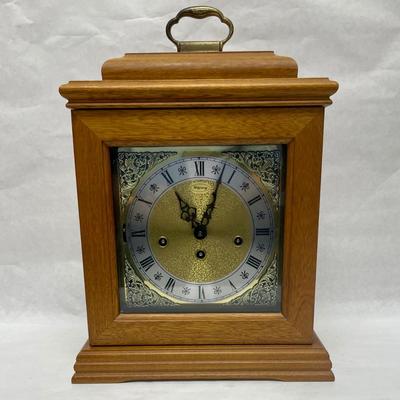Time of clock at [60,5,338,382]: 11:03
